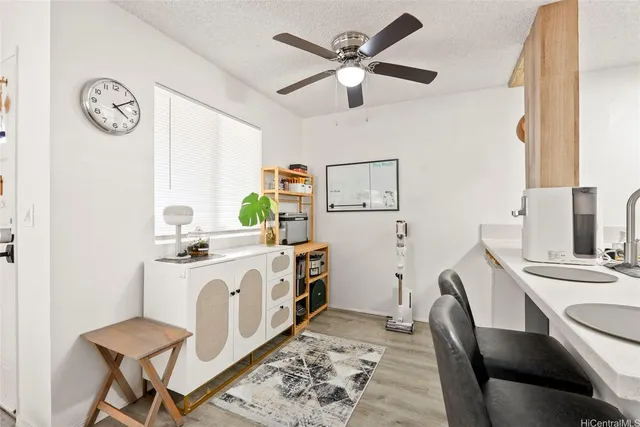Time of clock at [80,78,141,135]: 4:09
